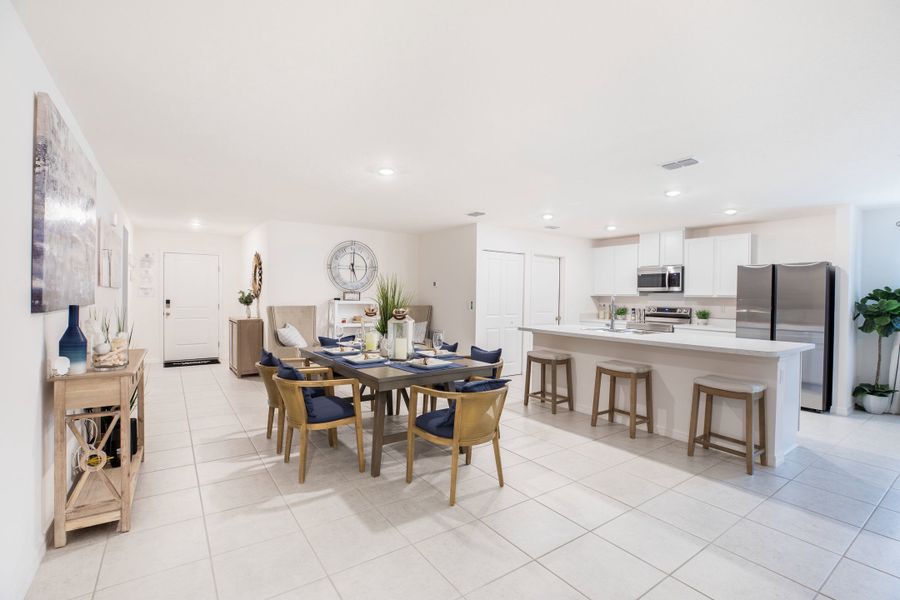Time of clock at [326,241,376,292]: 5:00
